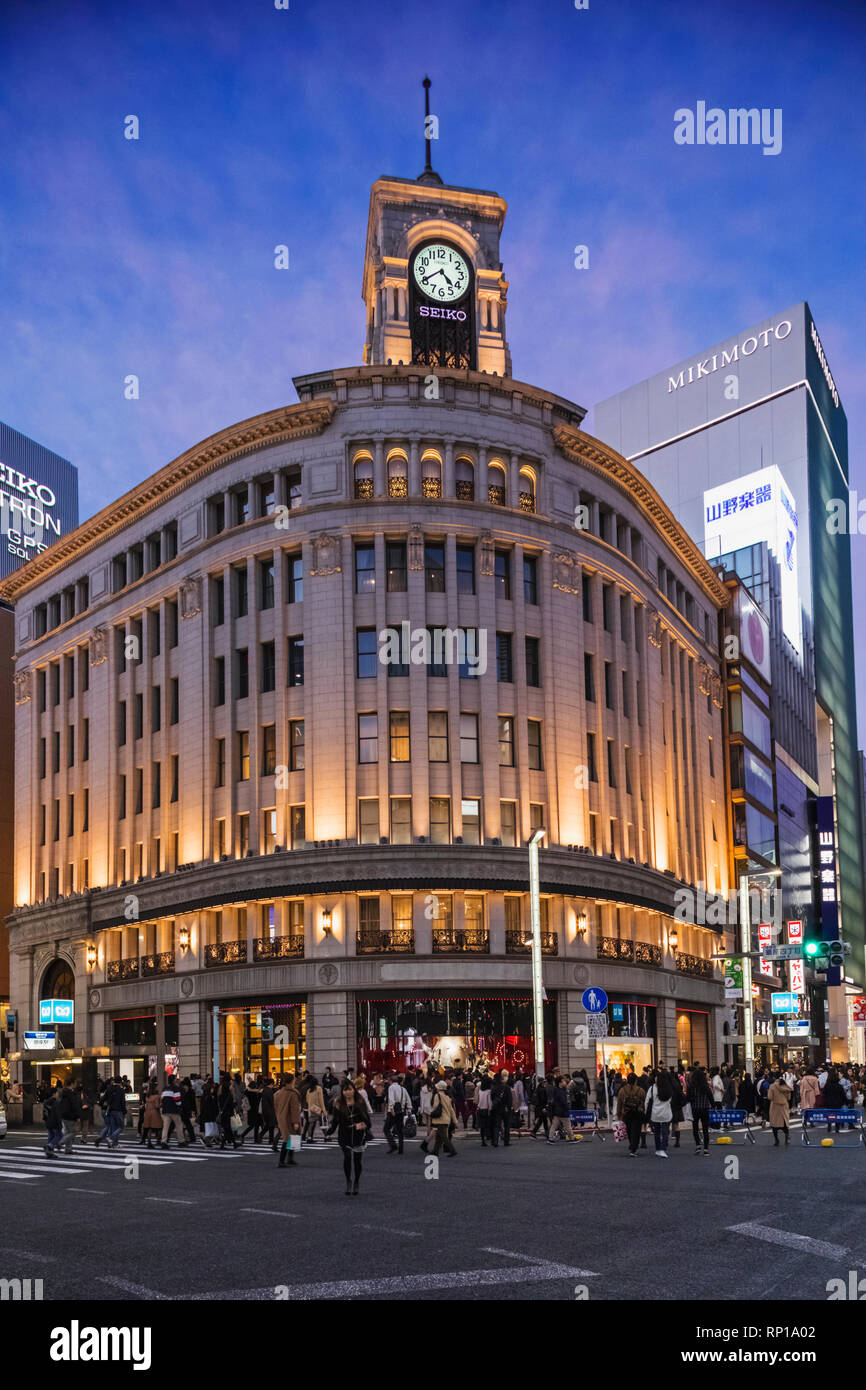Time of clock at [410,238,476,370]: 4:40
